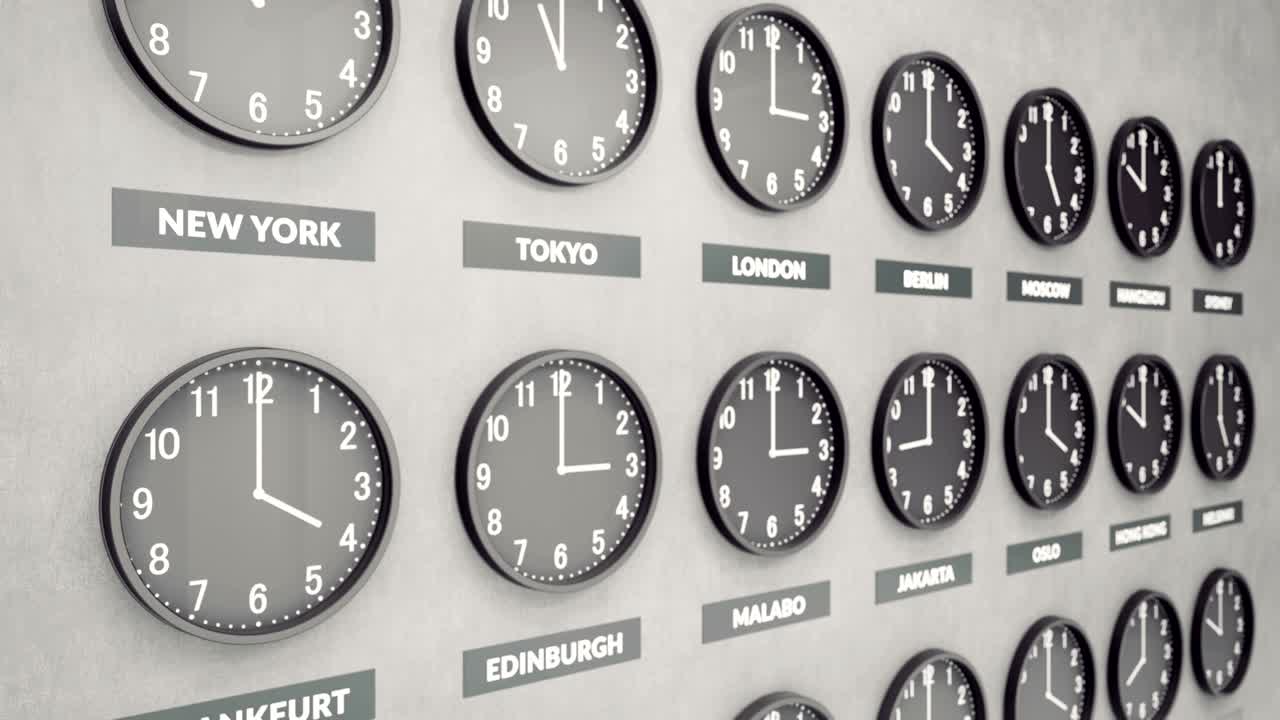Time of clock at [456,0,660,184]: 10:59
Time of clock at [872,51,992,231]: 4:00
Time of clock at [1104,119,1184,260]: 10:00
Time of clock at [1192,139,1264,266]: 12:01
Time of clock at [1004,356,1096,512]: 4:00
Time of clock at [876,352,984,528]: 8:59
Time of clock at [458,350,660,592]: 3:00
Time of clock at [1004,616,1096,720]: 4:00
